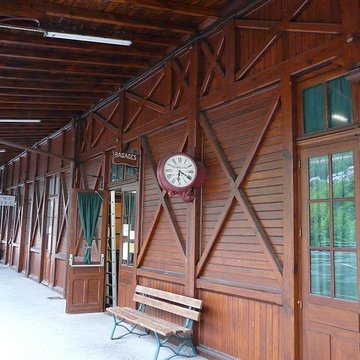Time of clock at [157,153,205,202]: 6:20
